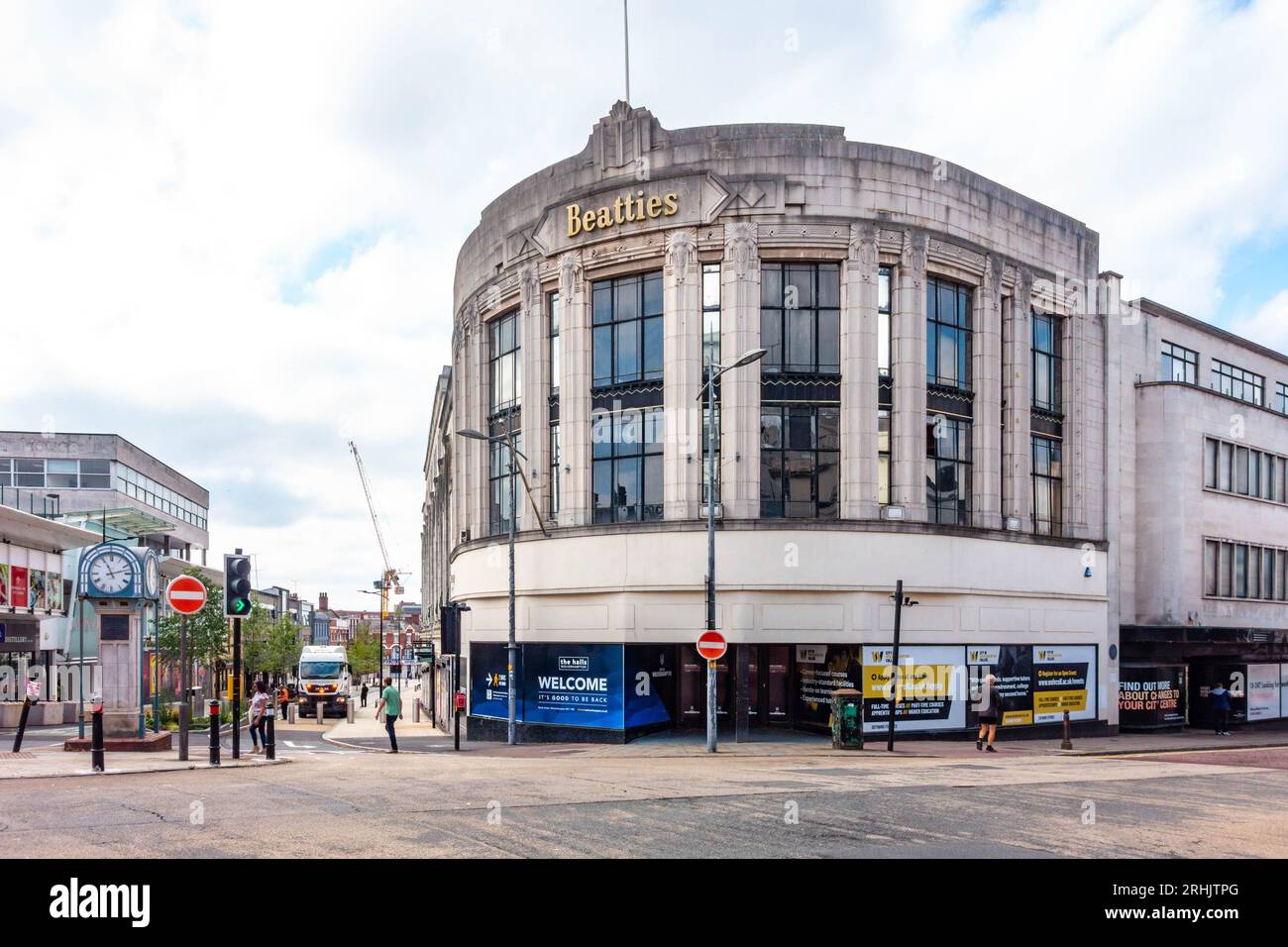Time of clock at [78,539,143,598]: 11:12
